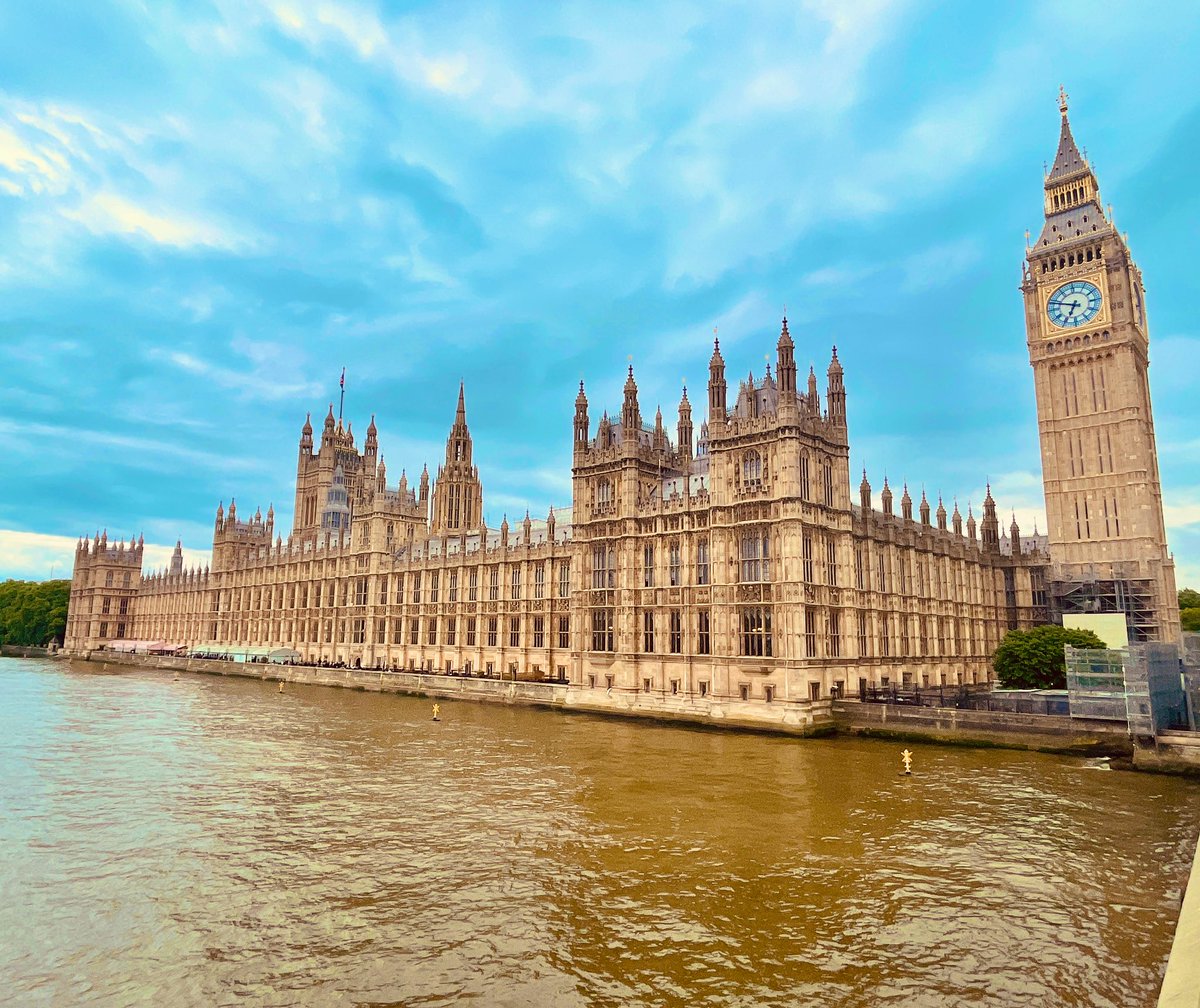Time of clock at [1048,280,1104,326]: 6:48
